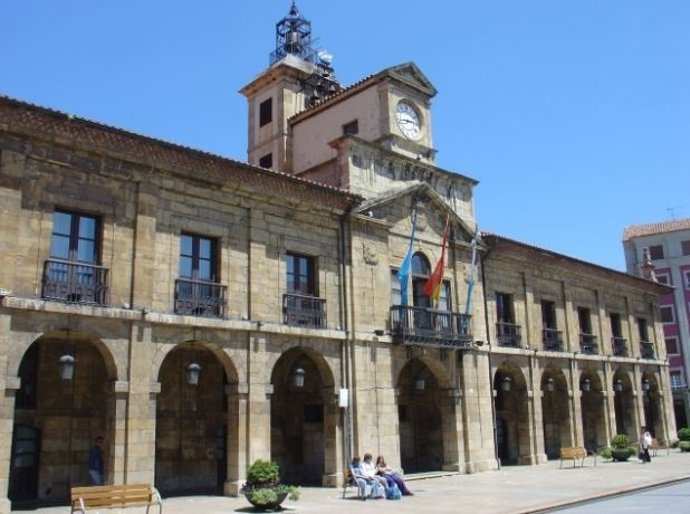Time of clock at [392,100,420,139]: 2:42
